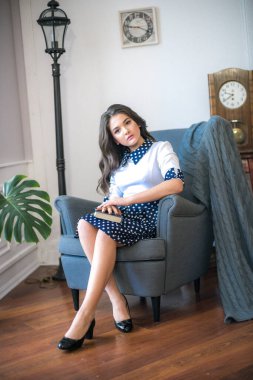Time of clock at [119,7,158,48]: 9:18
